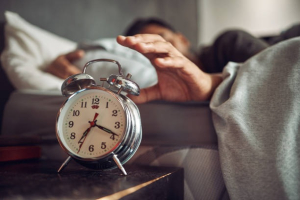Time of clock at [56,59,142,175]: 7:18
